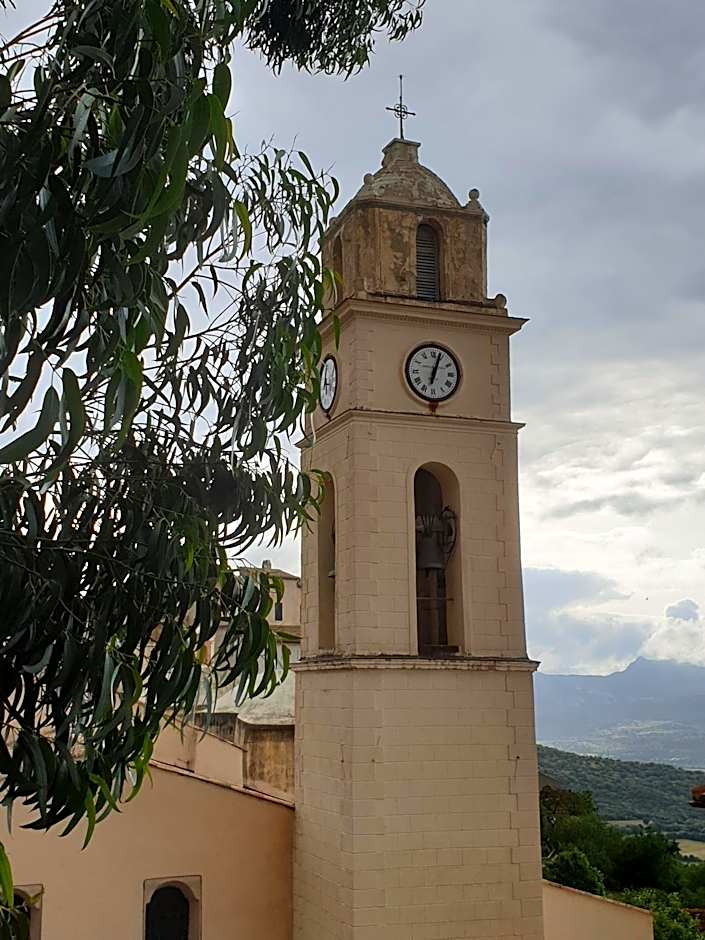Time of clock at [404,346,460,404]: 6:03
